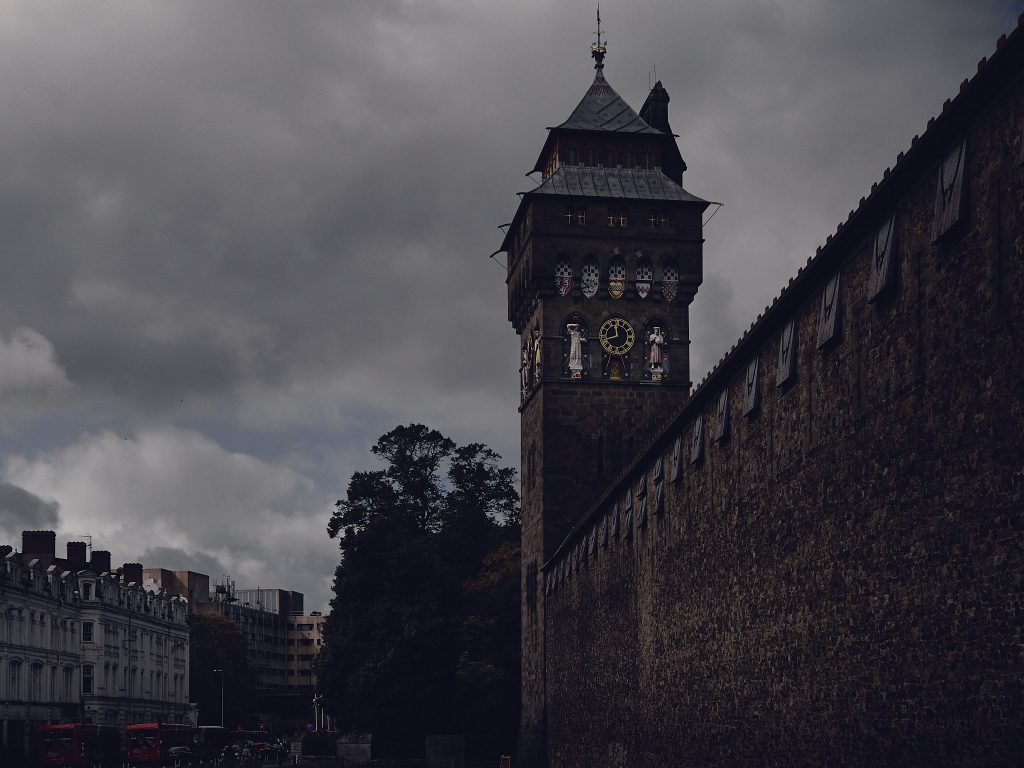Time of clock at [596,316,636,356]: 11:42
